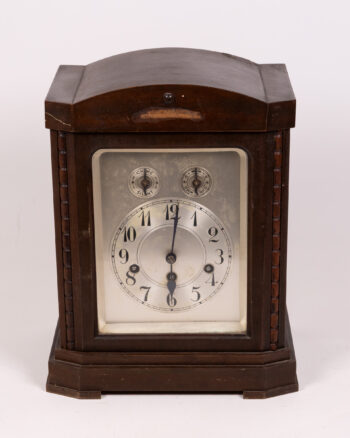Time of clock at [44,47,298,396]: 6:02
